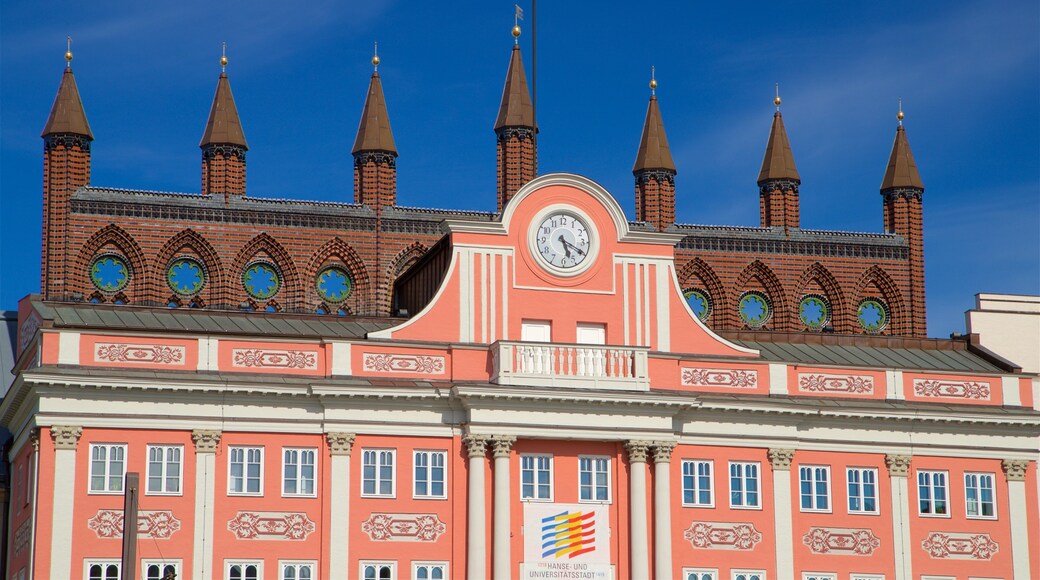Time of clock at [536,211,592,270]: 5:19
